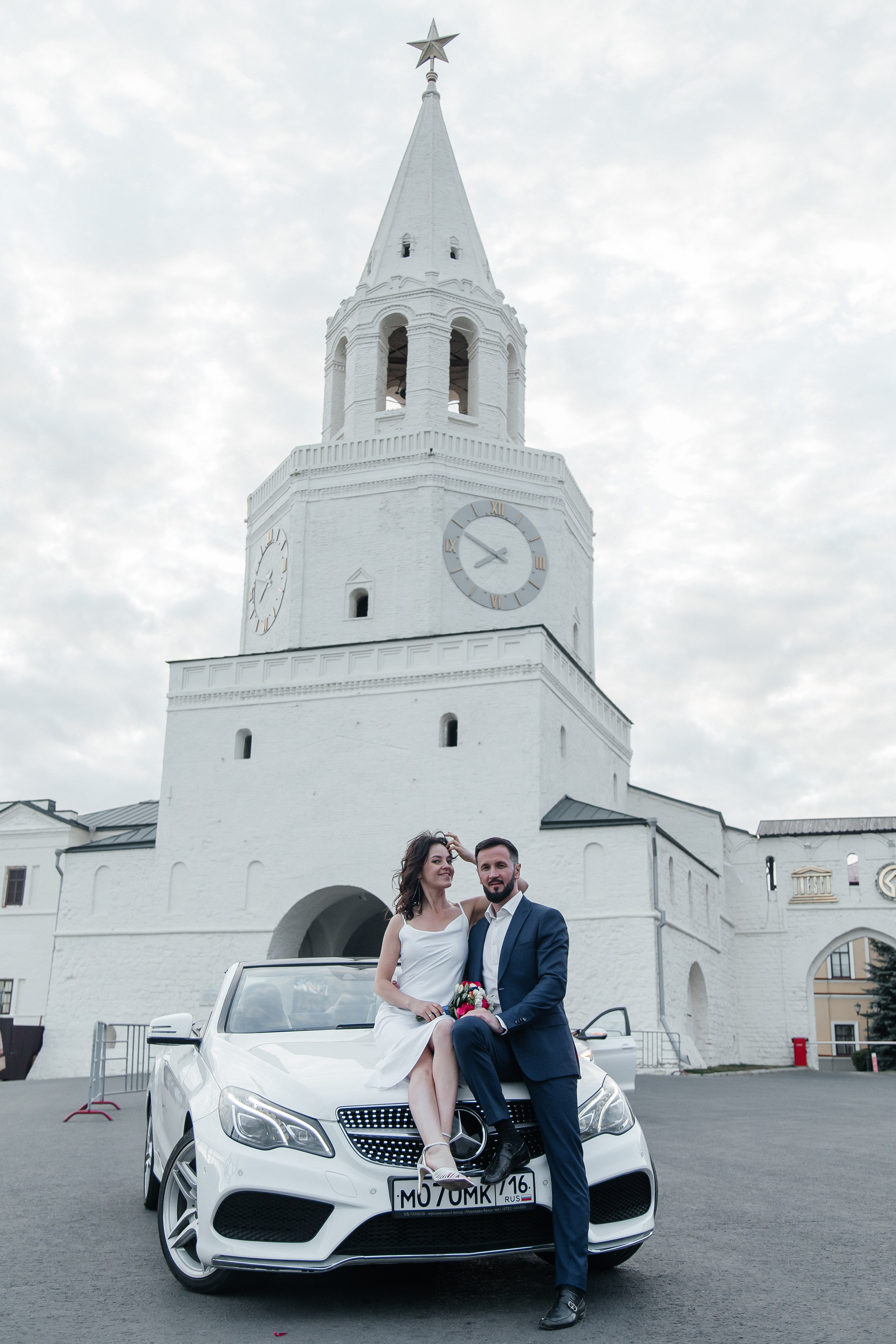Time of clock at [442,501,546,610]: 7:49
